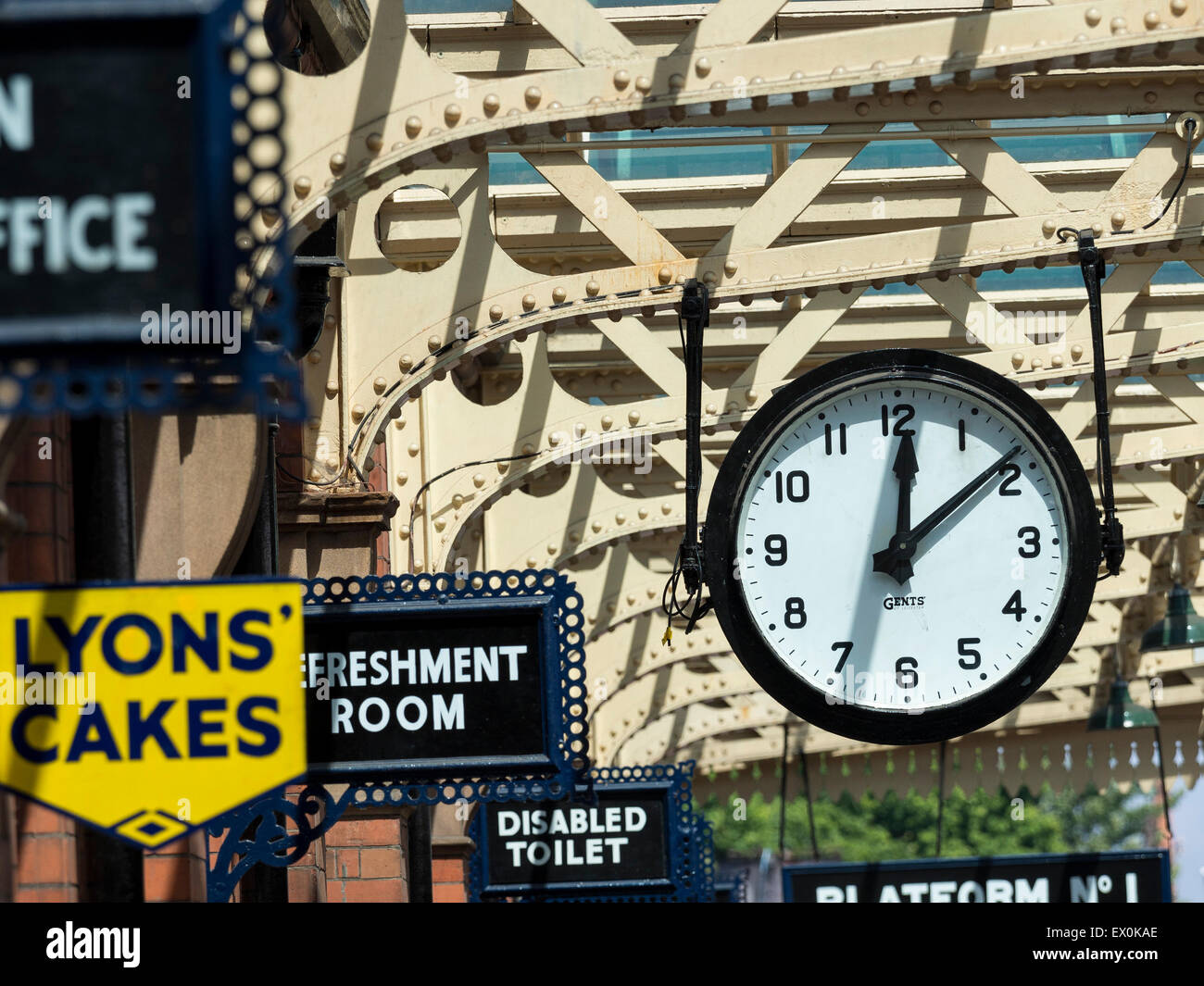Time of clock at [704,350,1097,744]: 12:08
